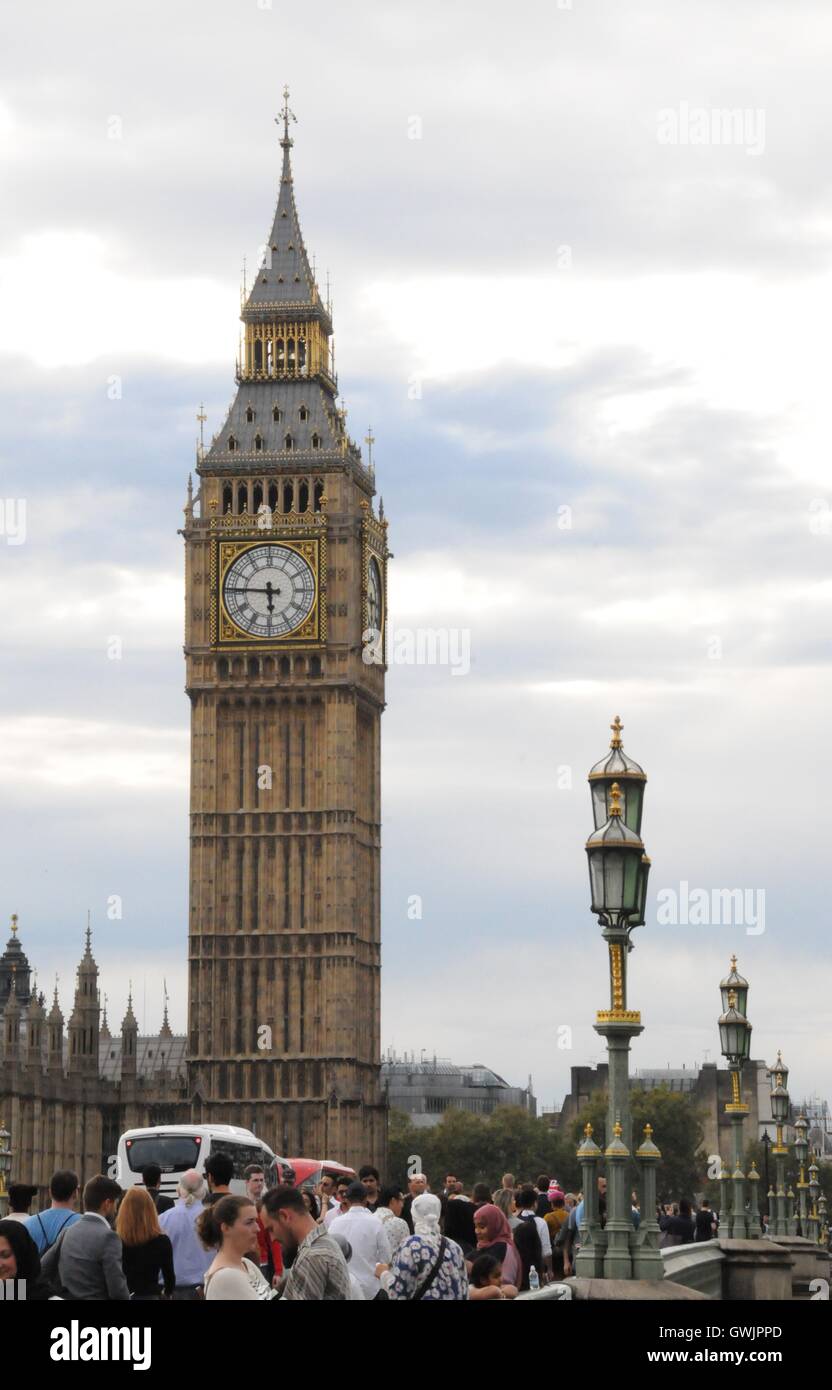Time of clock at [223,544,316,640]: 5:45
